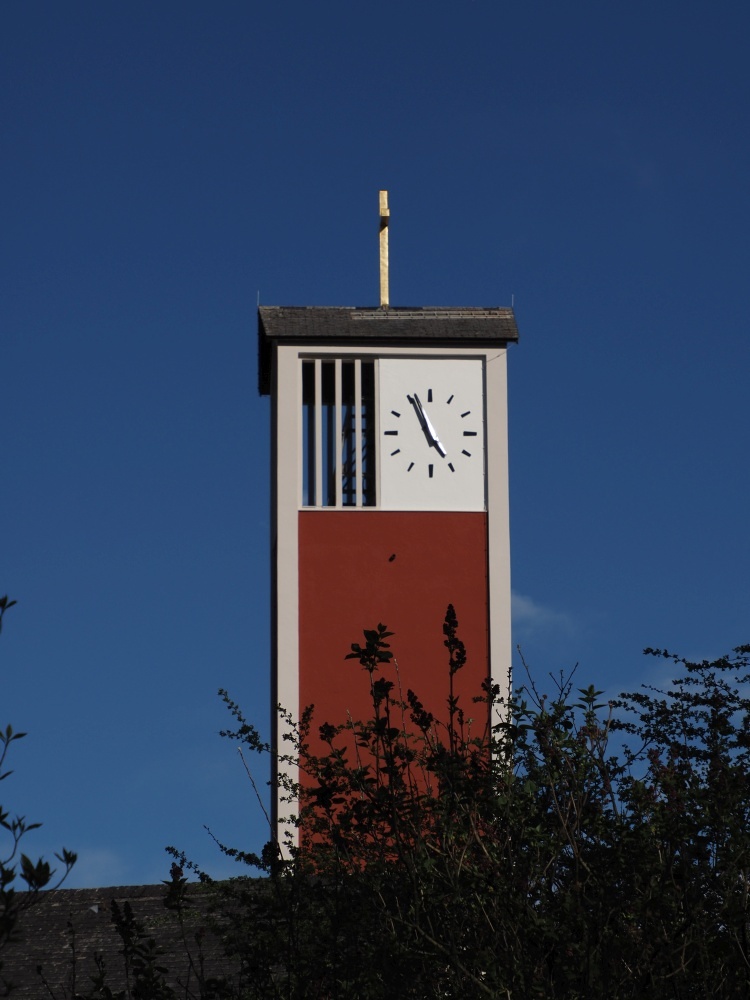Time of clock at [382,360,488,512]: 4:55
